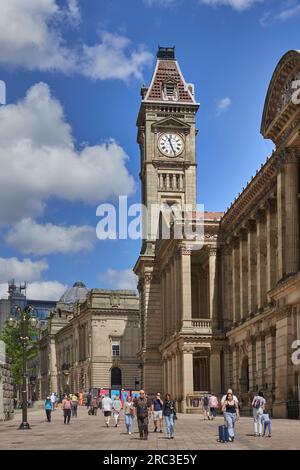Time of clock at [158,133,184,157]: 11:26
